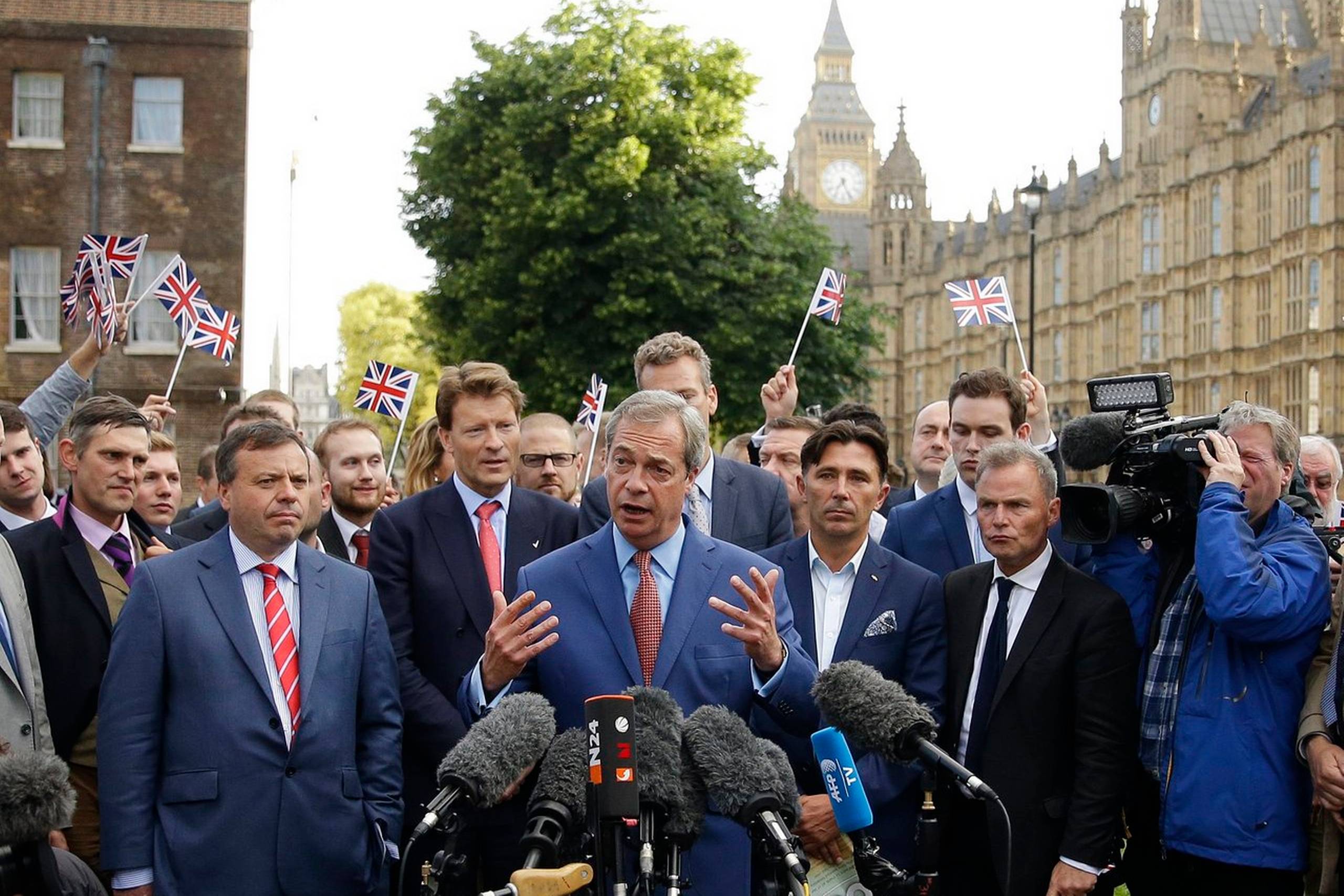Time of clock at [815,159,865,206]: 7:25
